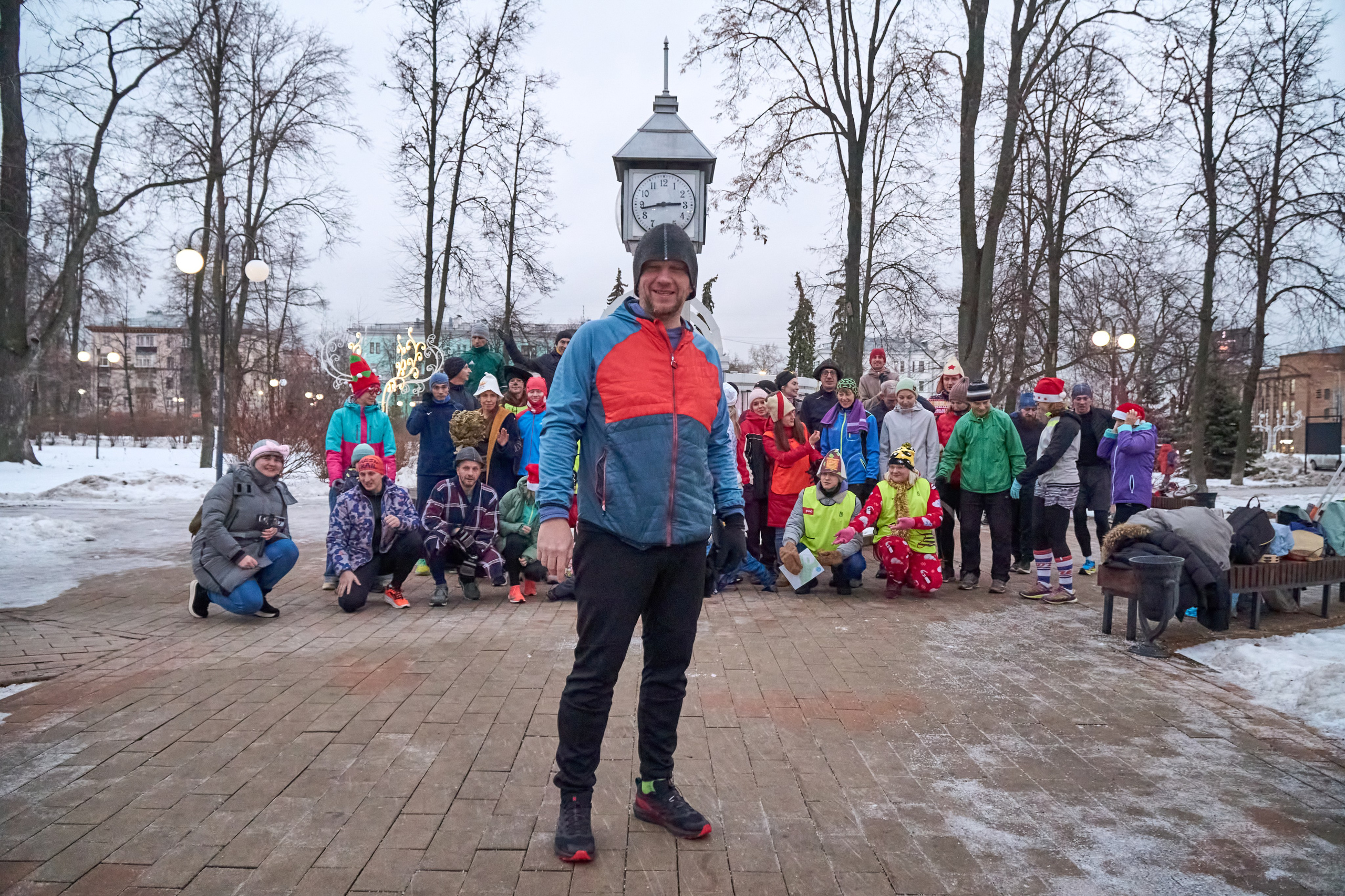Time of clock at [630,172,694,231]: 2:43
